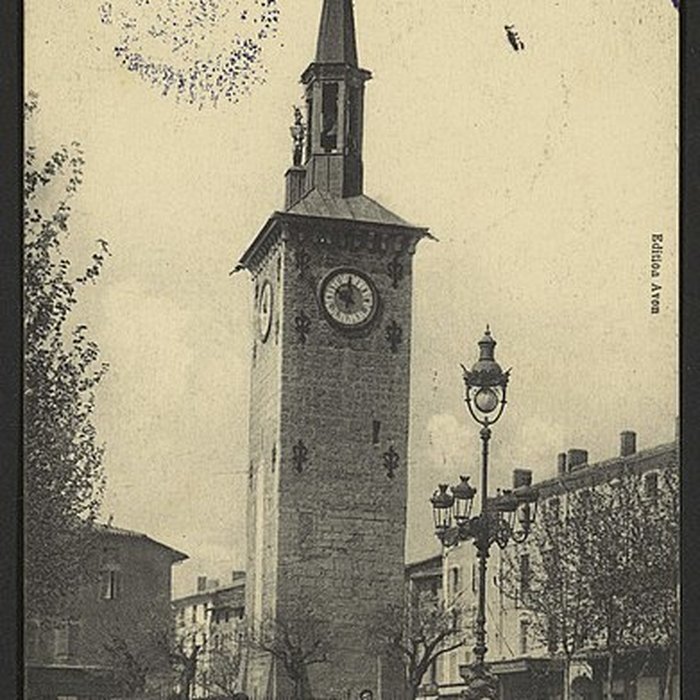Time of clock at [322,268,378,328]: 10:00
